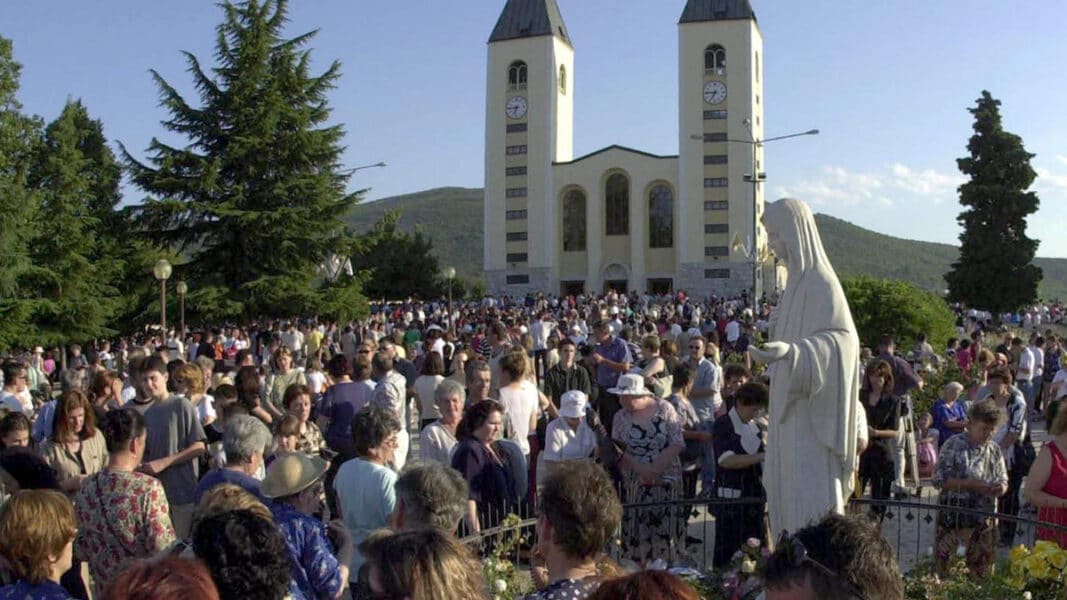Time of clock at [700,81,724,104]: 6:45
